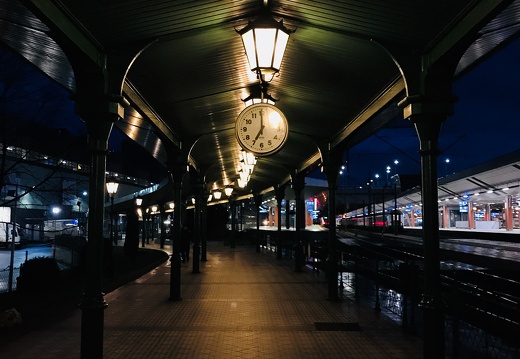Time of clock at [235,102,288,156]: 6:59
